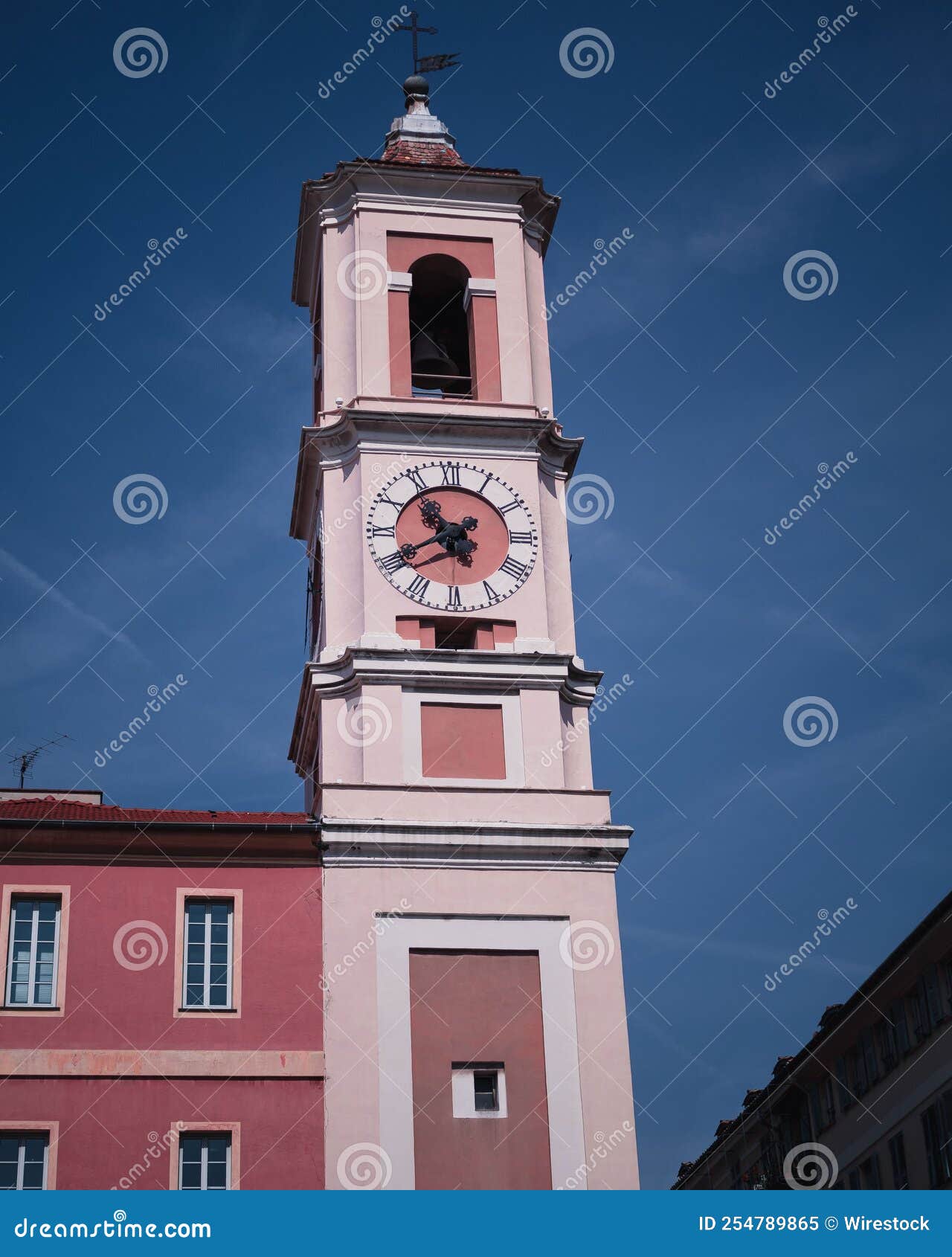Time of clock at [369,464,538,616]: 10:40
